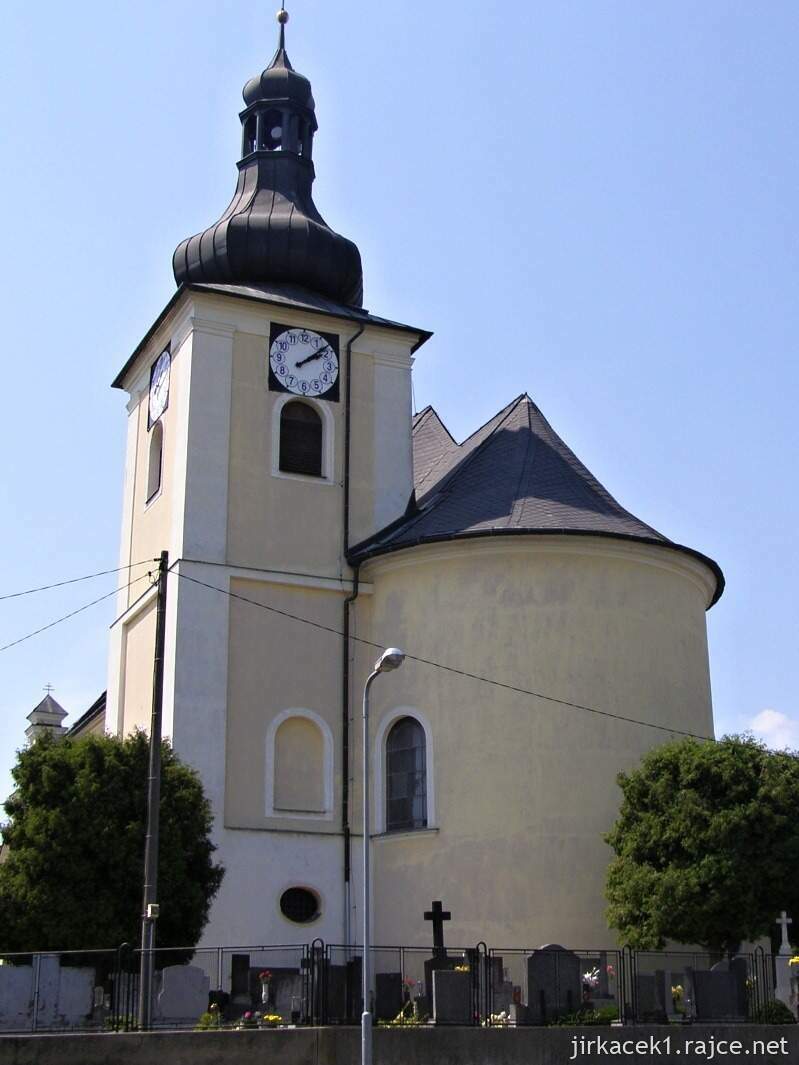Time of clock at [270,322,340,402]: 2:08
